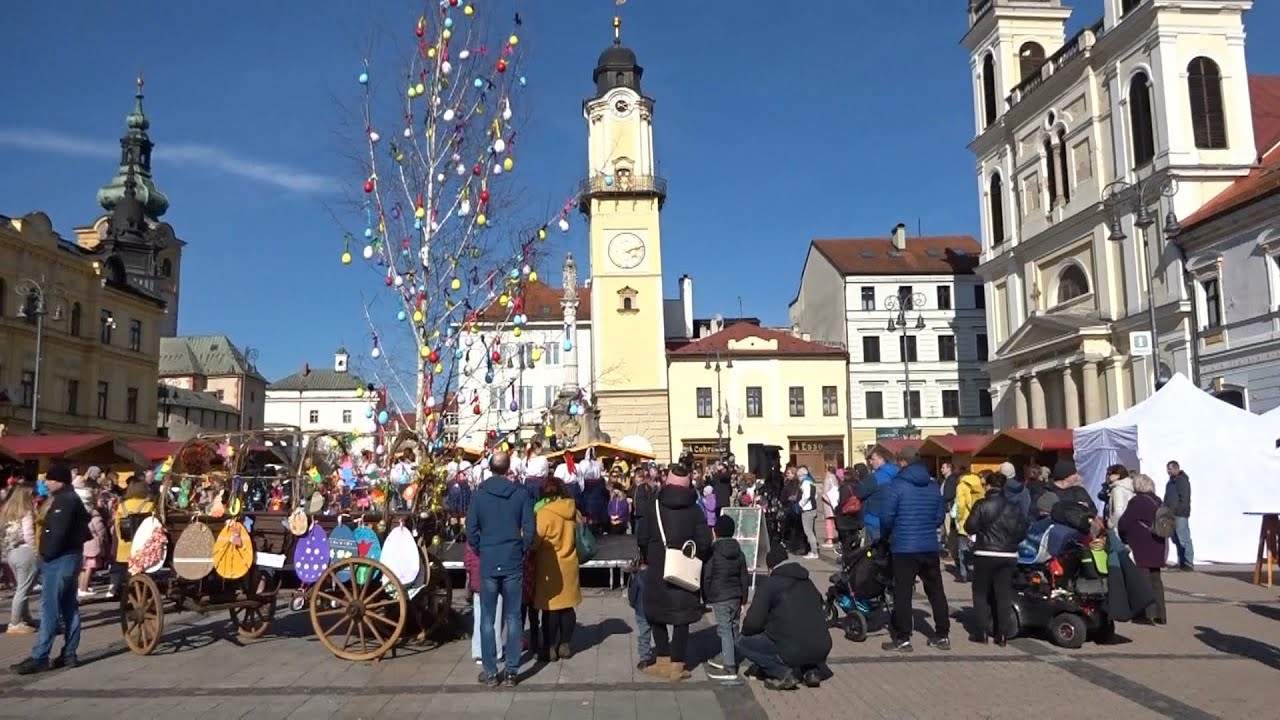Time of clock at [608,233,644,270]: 4:12
